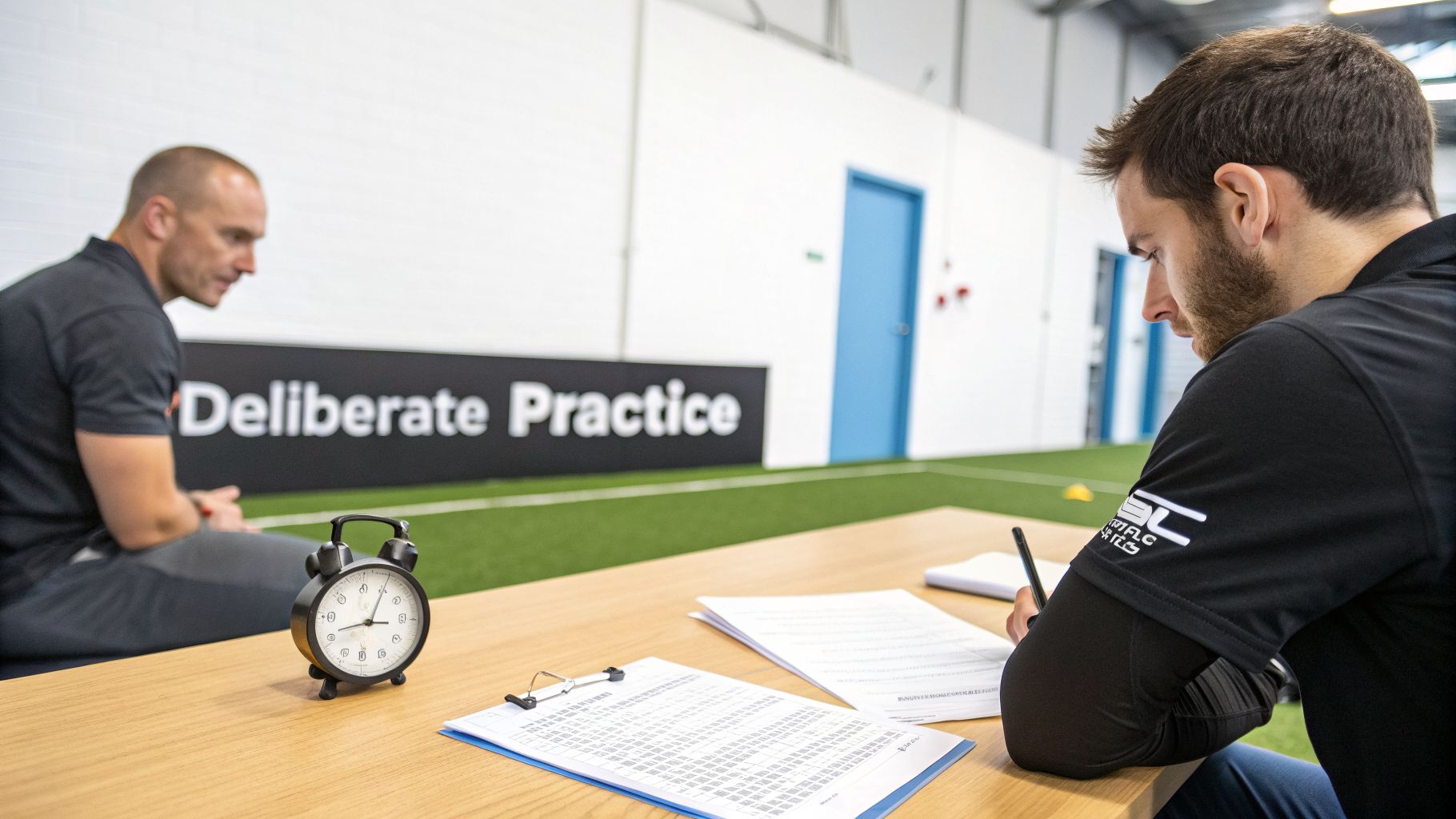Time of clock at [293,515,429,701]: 3:04
